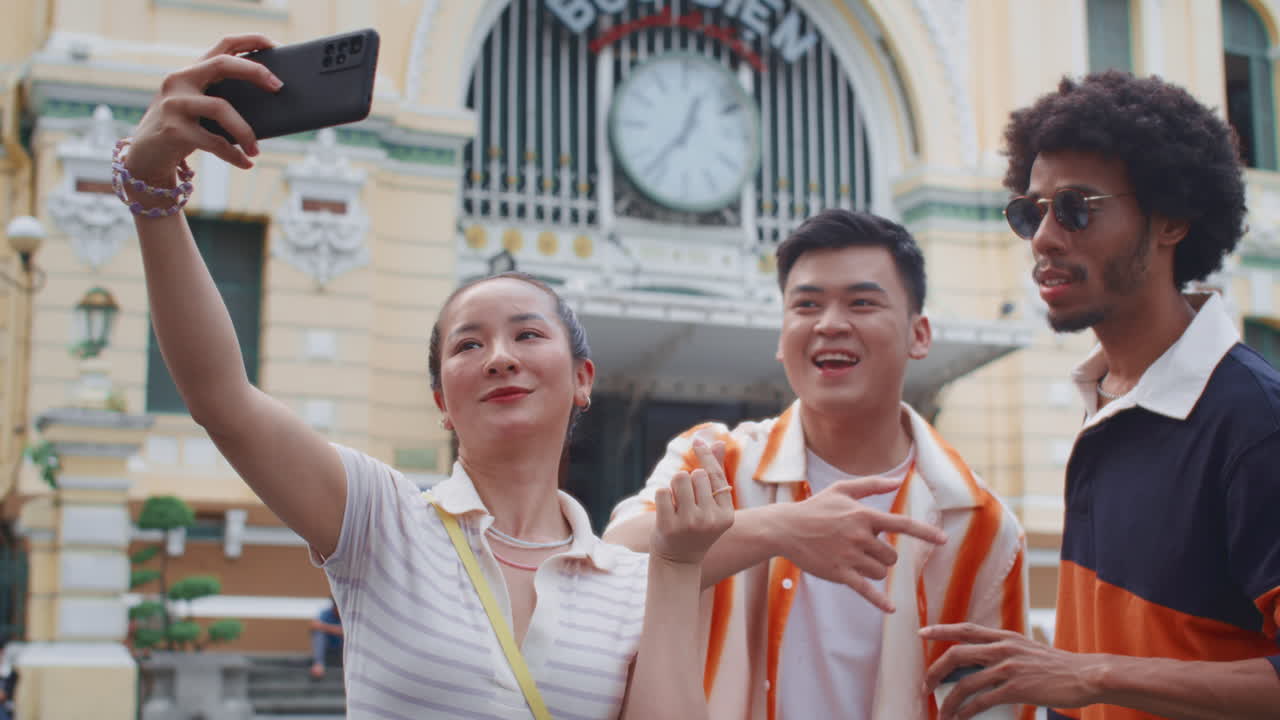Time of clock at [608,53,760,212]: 12:37
